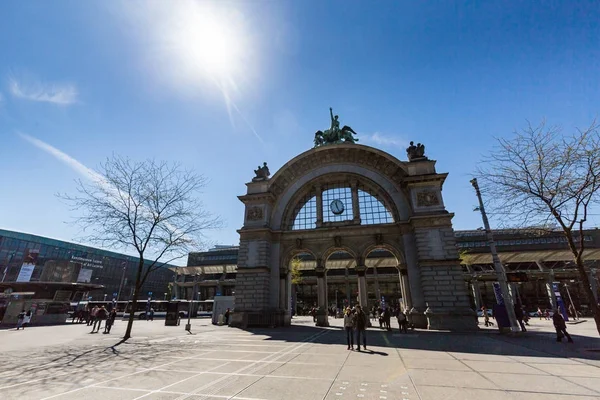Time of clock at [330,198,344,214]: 11:25
